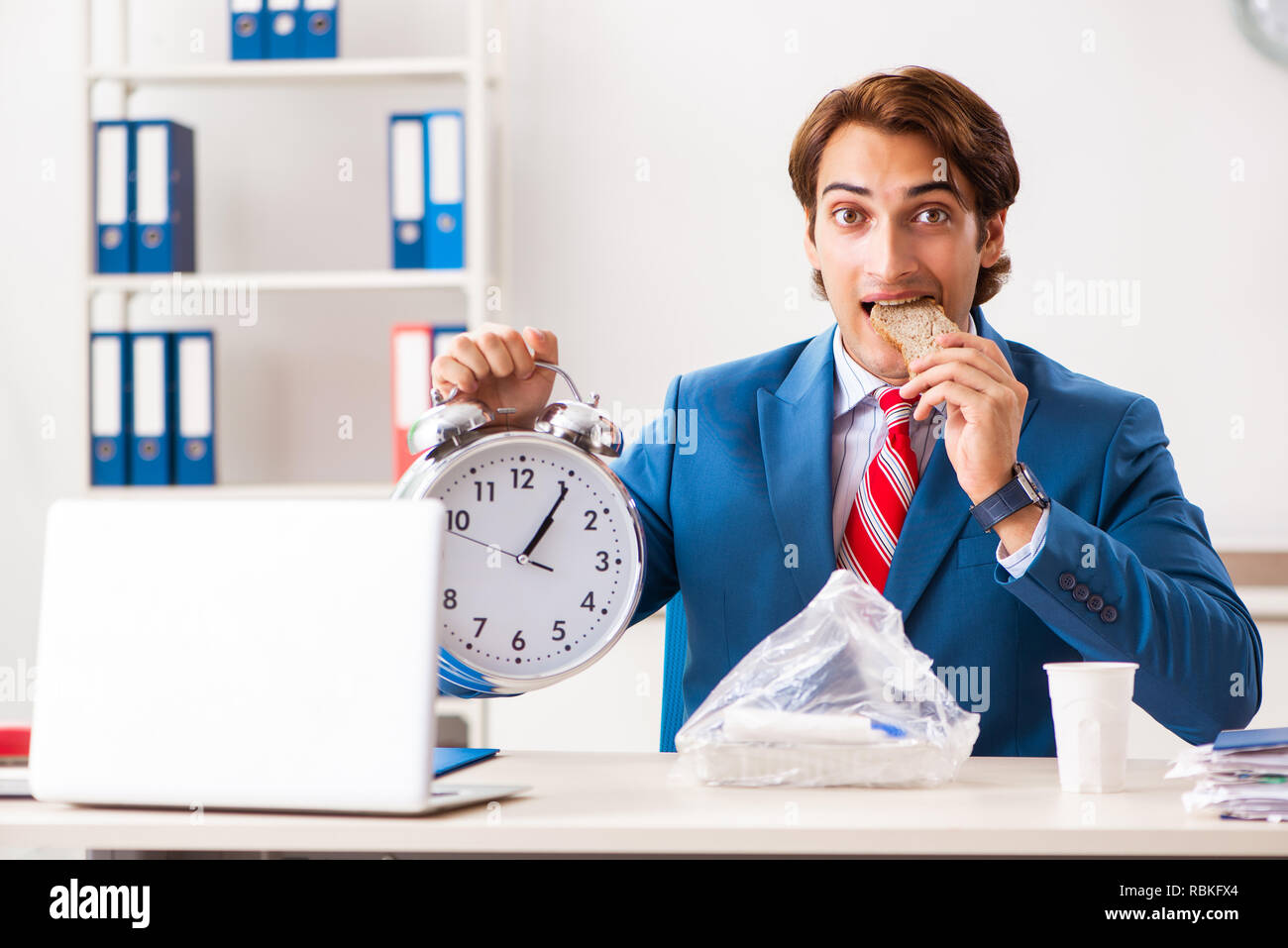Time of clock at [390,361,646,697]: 1:05
